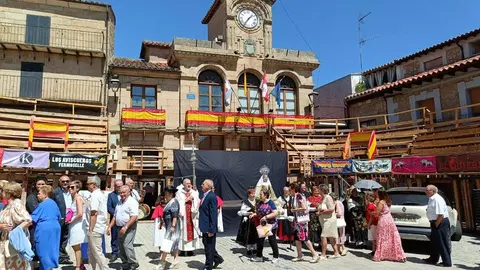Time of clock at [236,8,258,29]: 1:36
